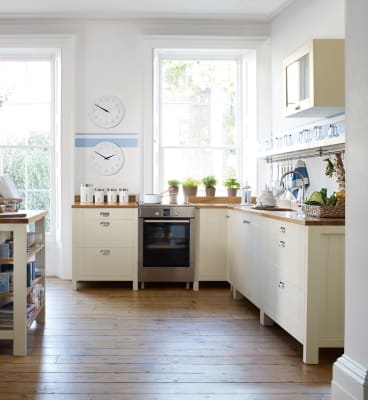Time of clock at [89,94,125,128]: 9:50
